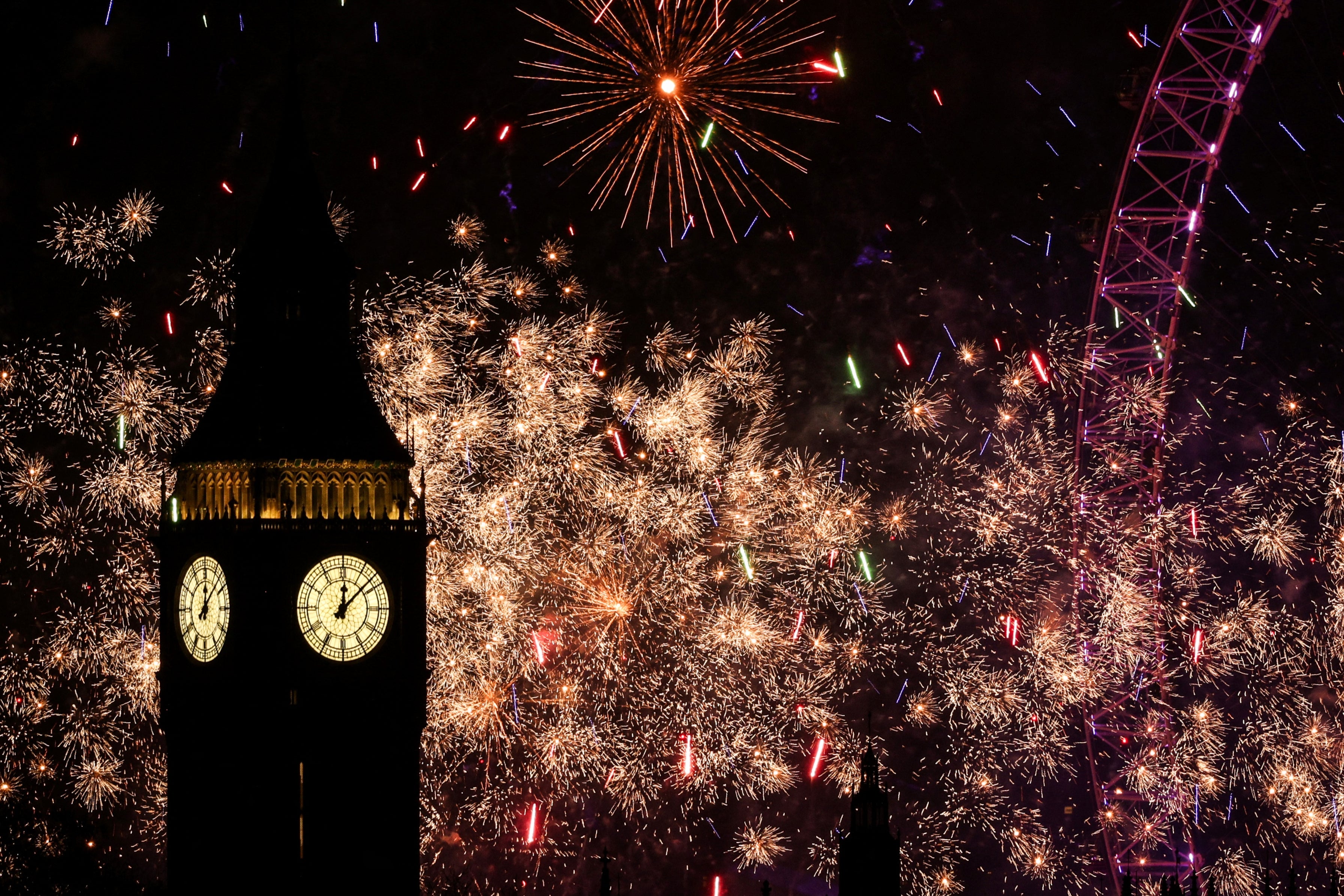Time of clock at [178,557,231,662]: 12:07
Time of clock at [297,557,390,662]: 12:07
